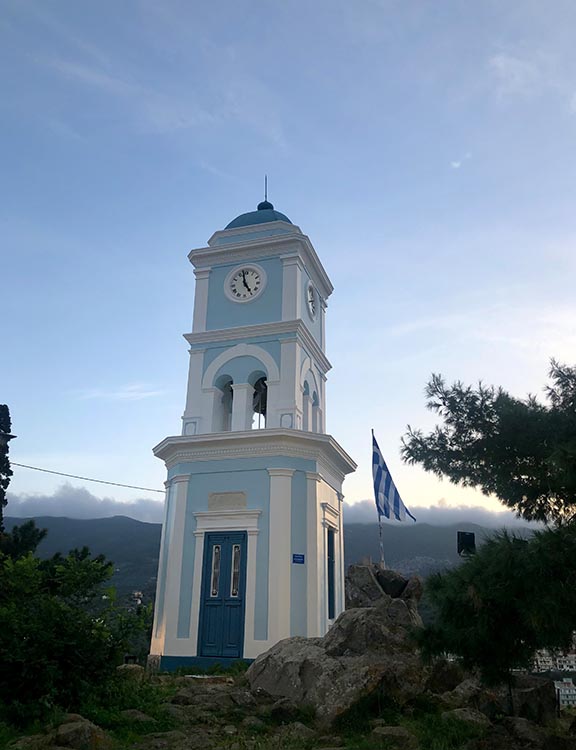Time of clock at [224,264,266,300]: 4:57
